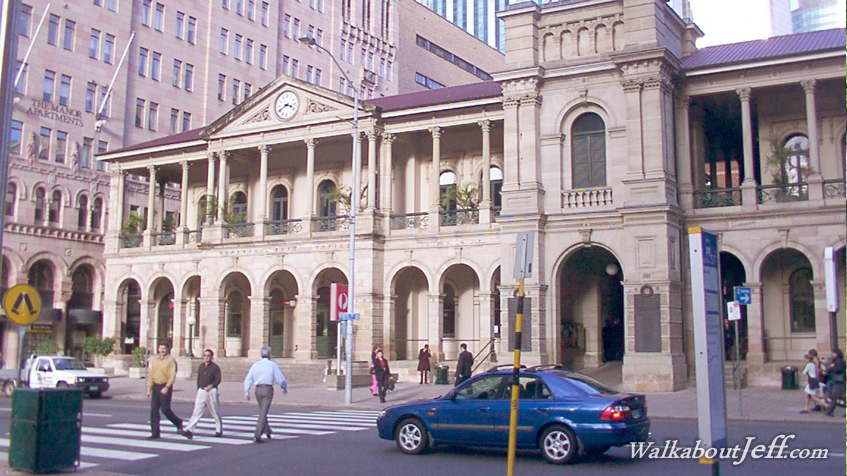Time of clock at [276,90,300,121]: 3:40
